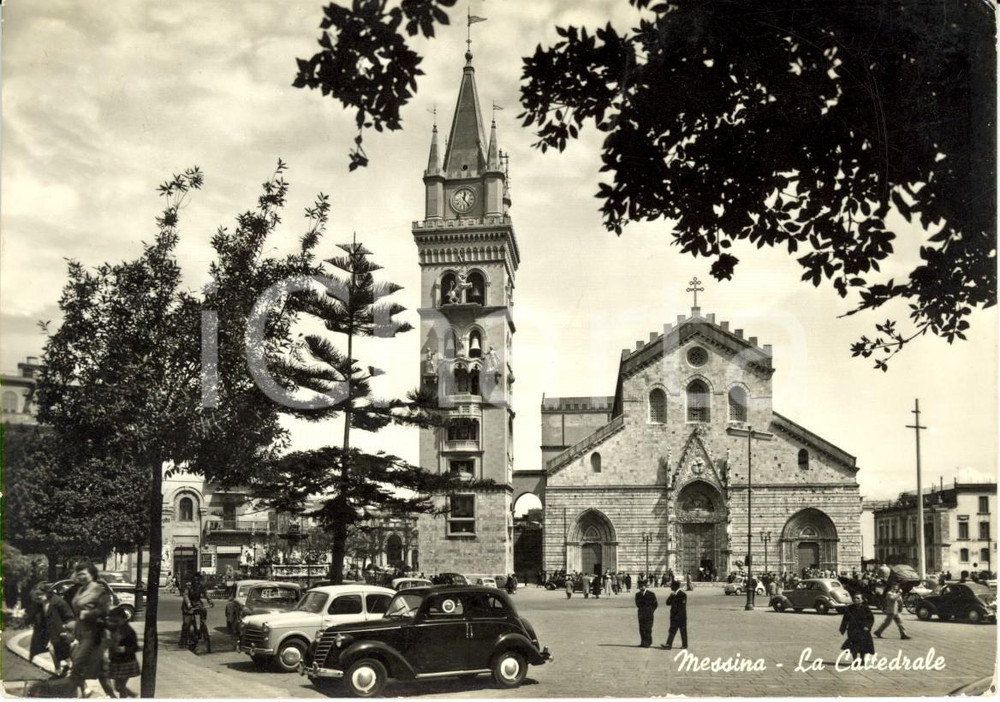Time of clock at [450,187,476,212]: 12:23
